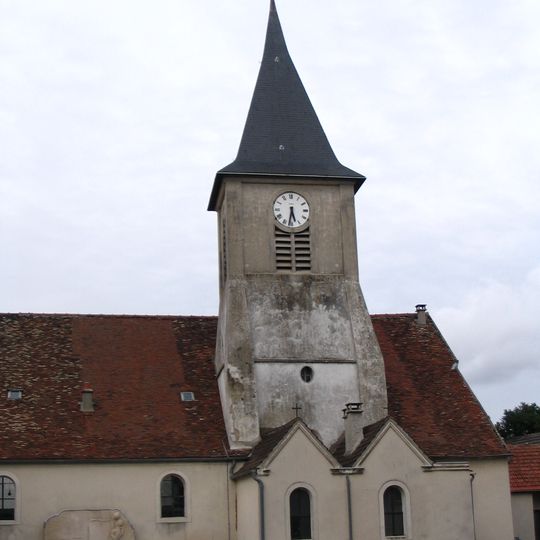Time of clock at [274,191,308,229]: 5:31
